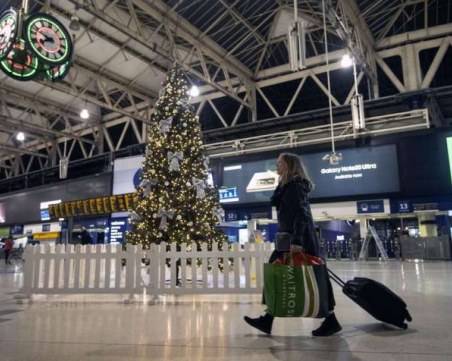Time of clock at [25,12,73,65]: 7:47
